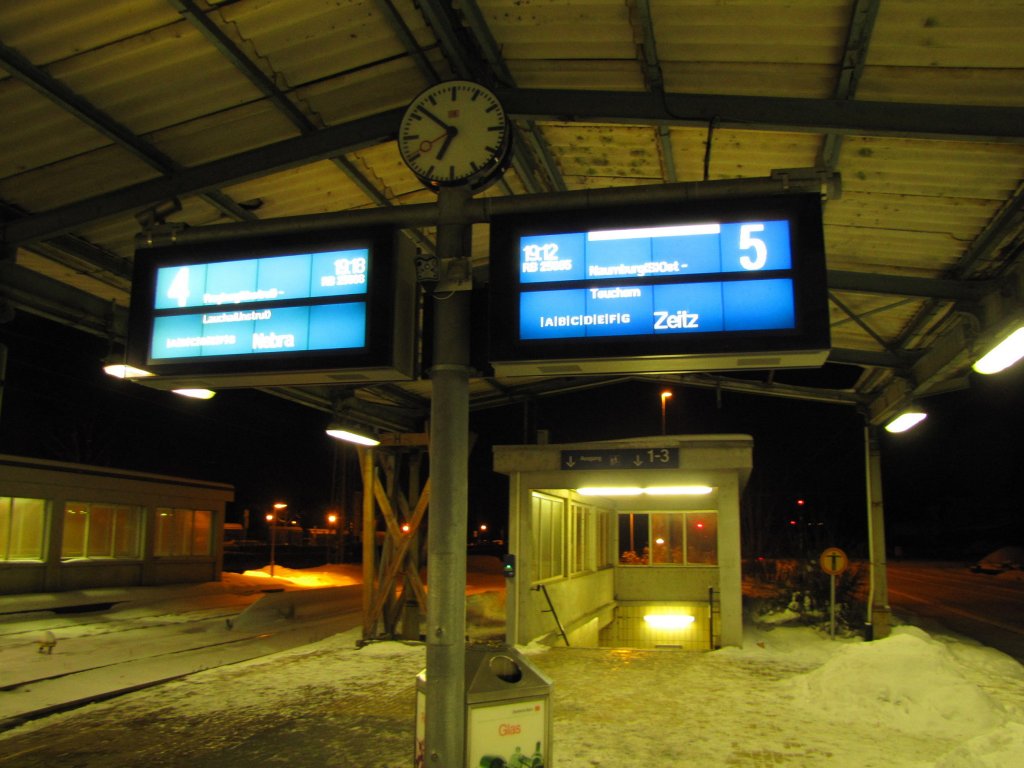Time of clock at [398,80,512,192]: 6:51
